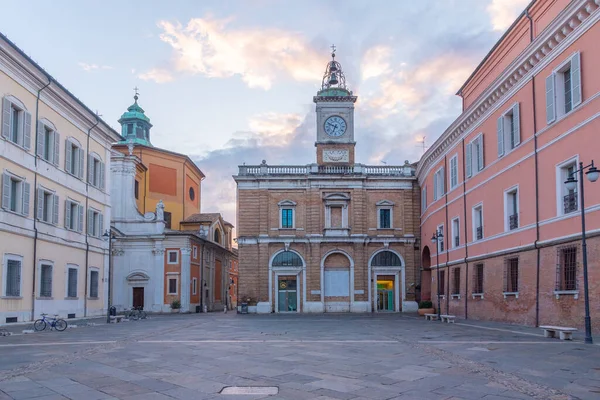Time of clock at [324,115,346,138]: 6:48
